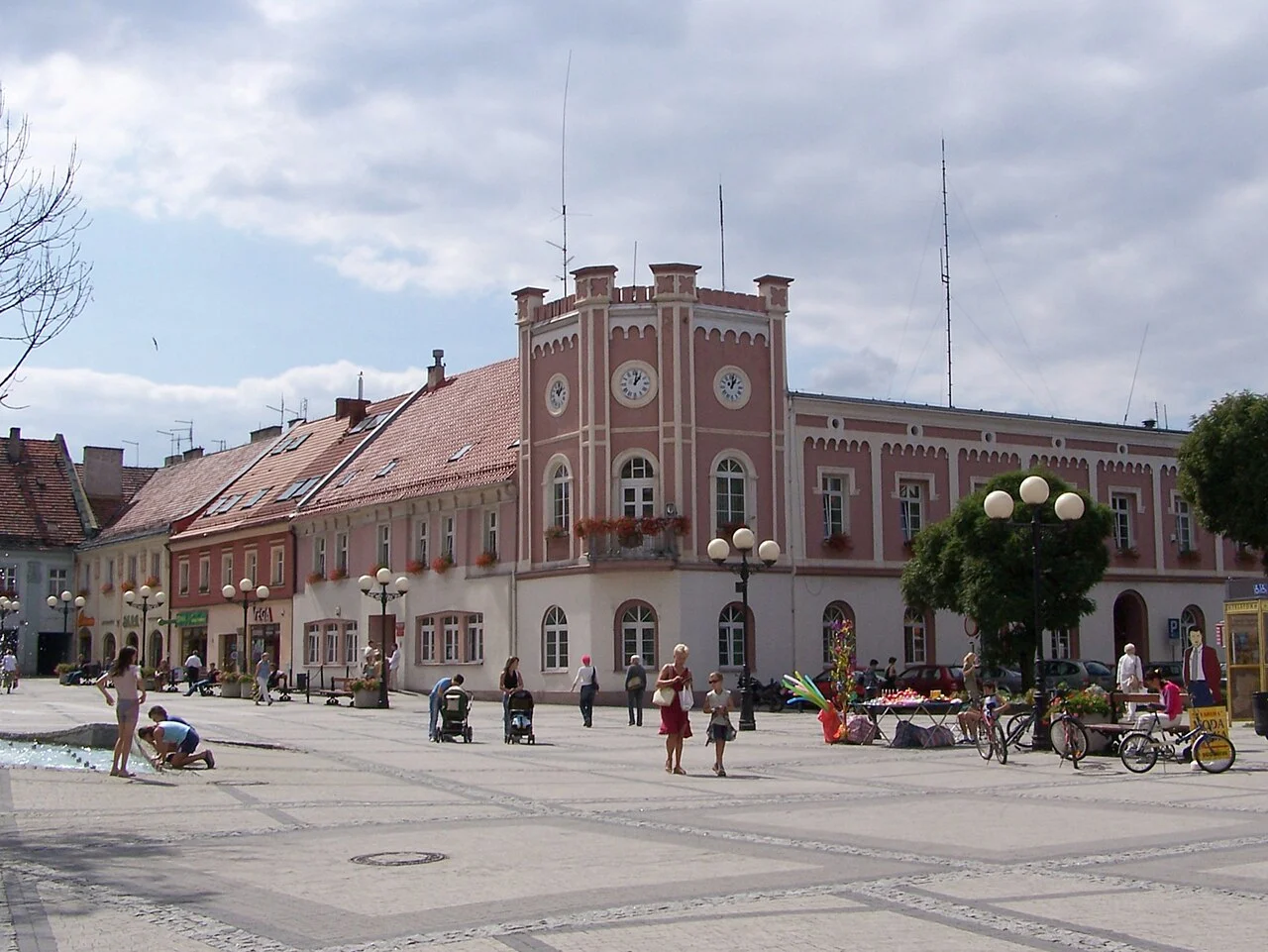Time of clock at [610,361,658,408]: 1:01
